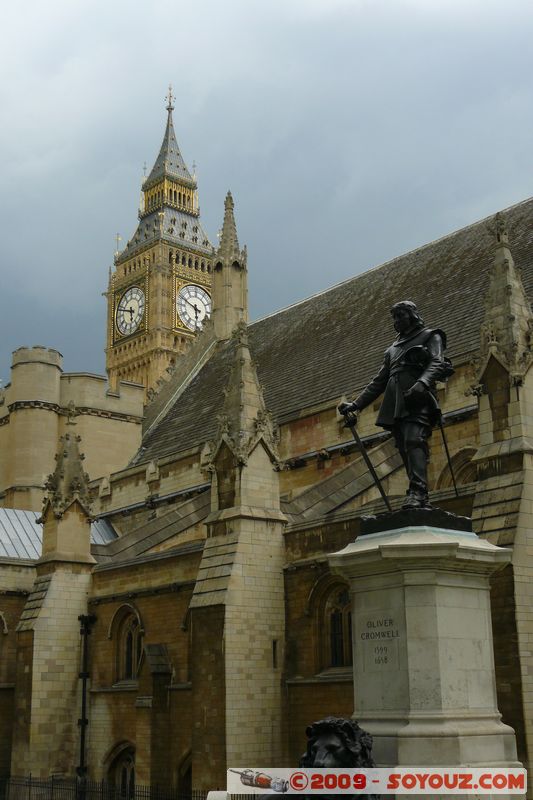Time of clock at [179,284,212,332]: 5:49
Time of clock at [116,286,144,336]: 5:48
